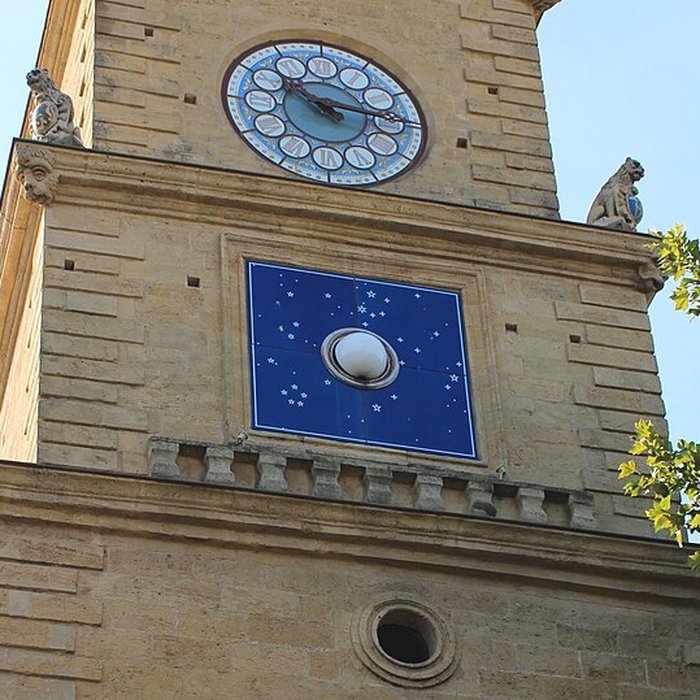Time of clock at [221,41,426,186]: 10:15
